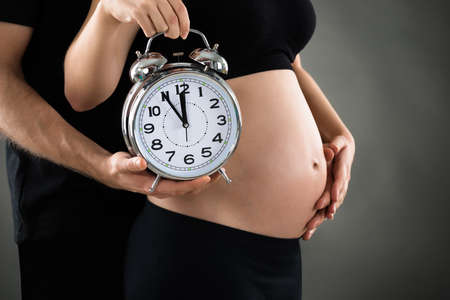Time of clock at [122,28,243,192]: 11:54
